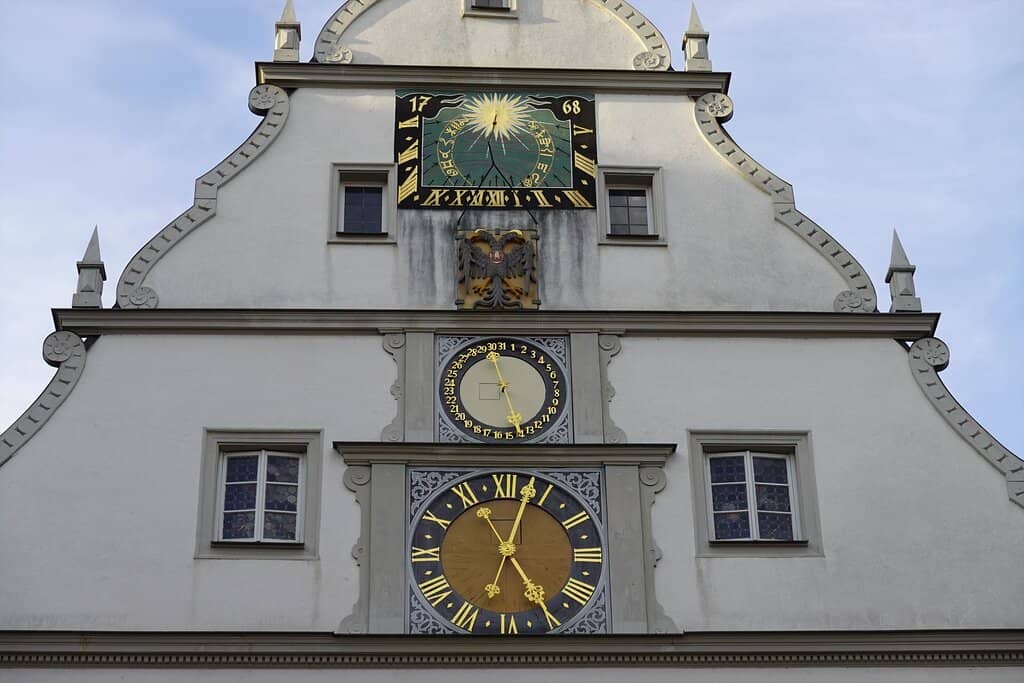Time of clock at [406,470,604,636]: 5:03
